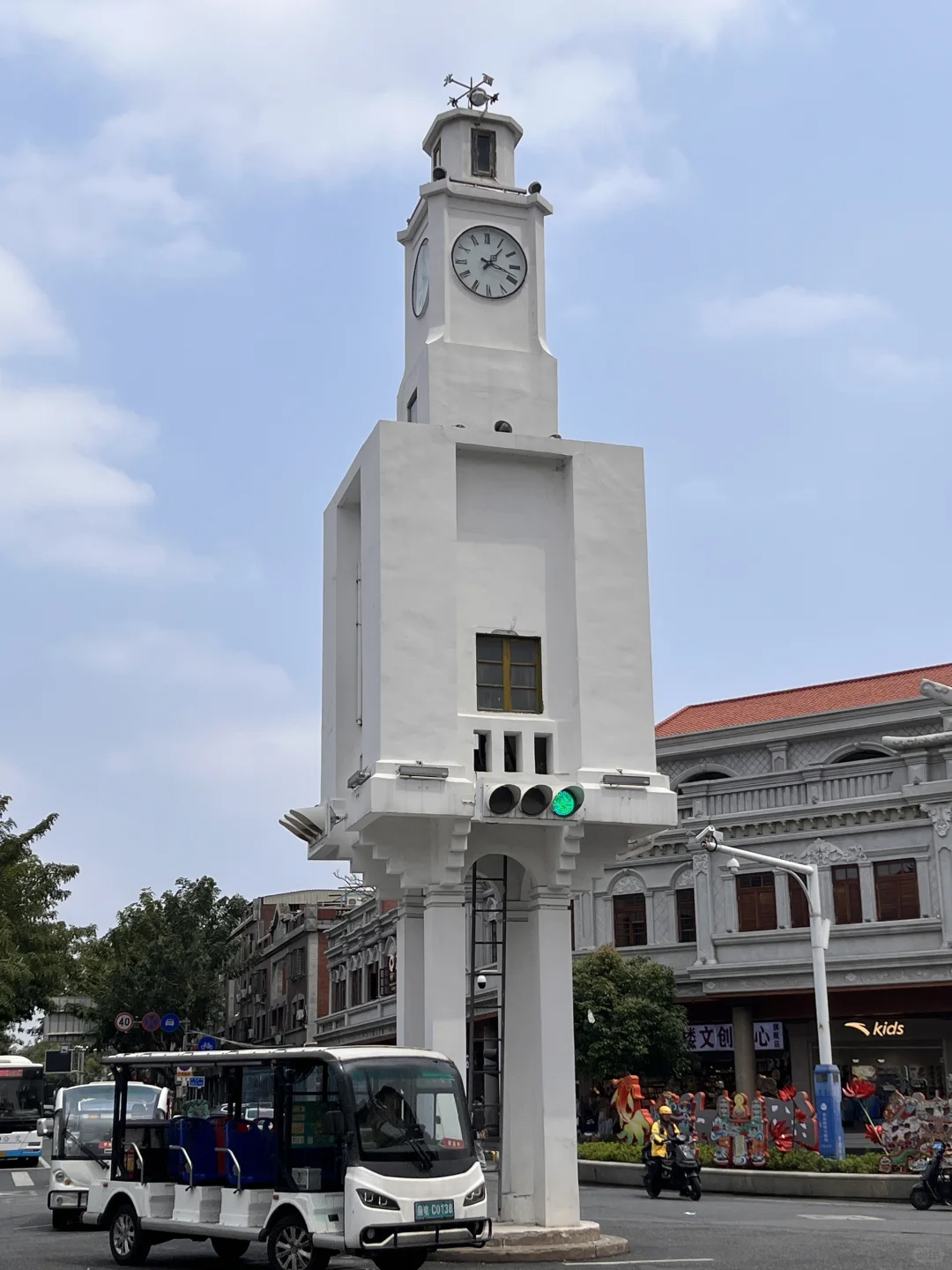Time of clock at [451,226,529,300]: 1:18
